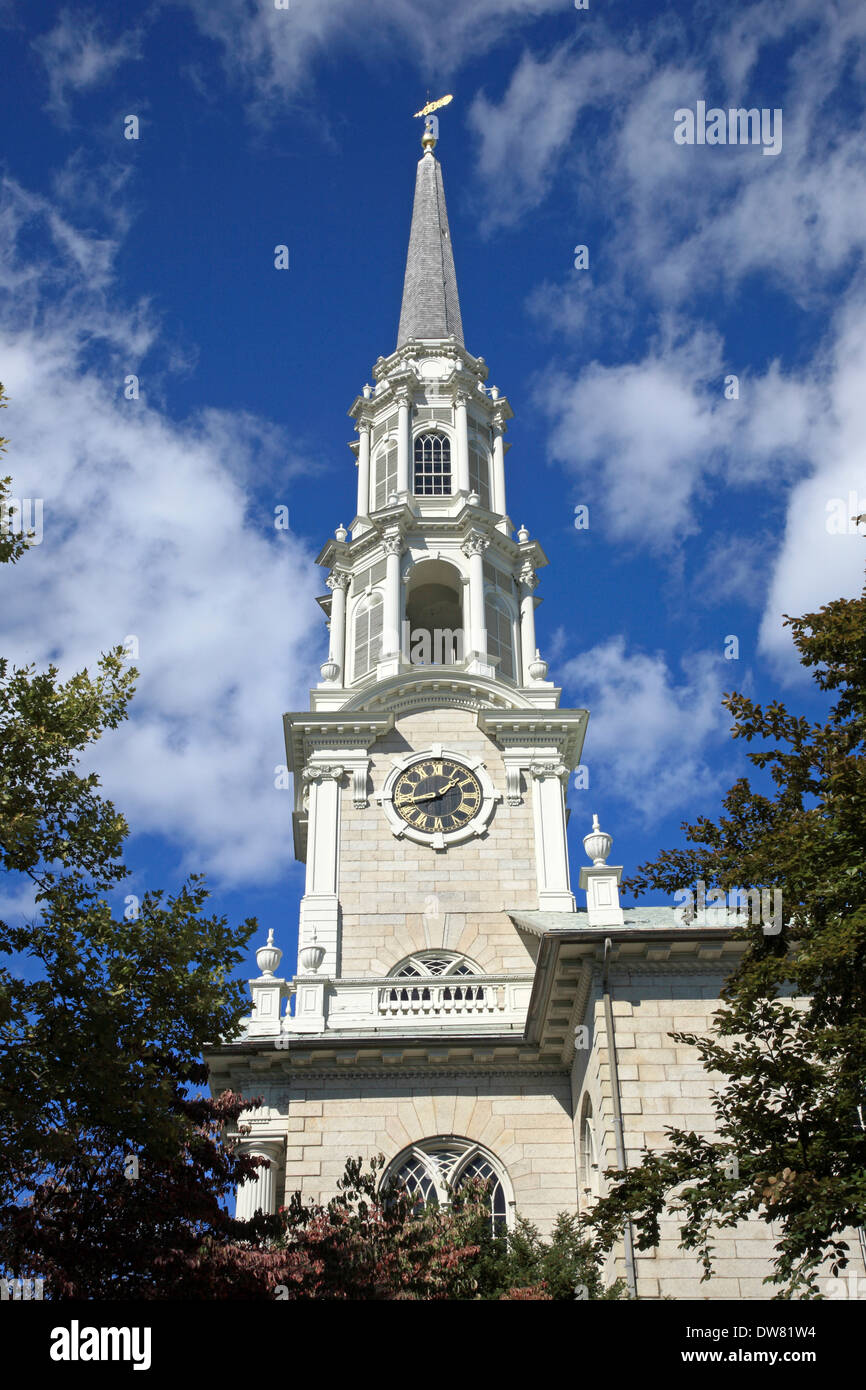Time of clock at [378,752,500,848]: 1:42
